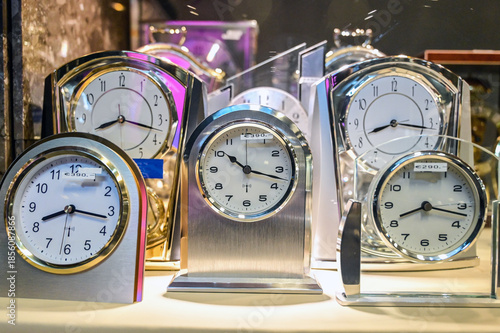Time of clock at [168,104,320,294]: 10:17
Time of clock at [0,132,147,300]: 8:16
